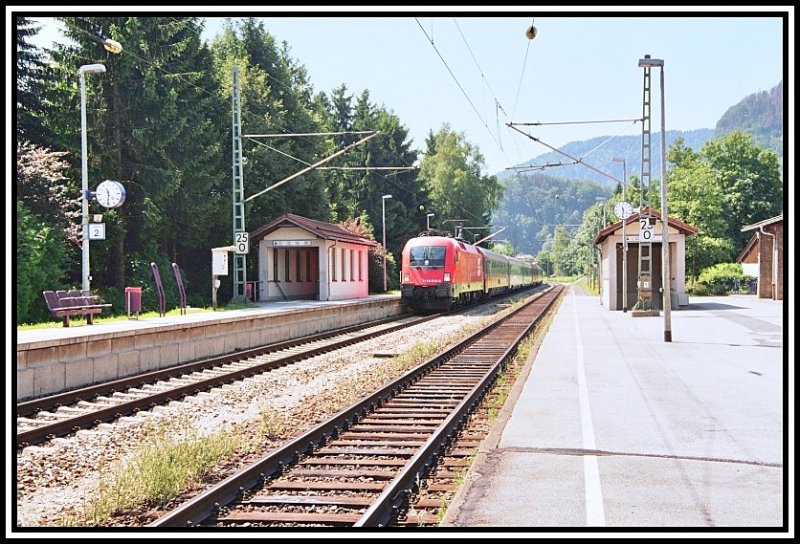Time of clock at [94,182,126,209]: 11:31
